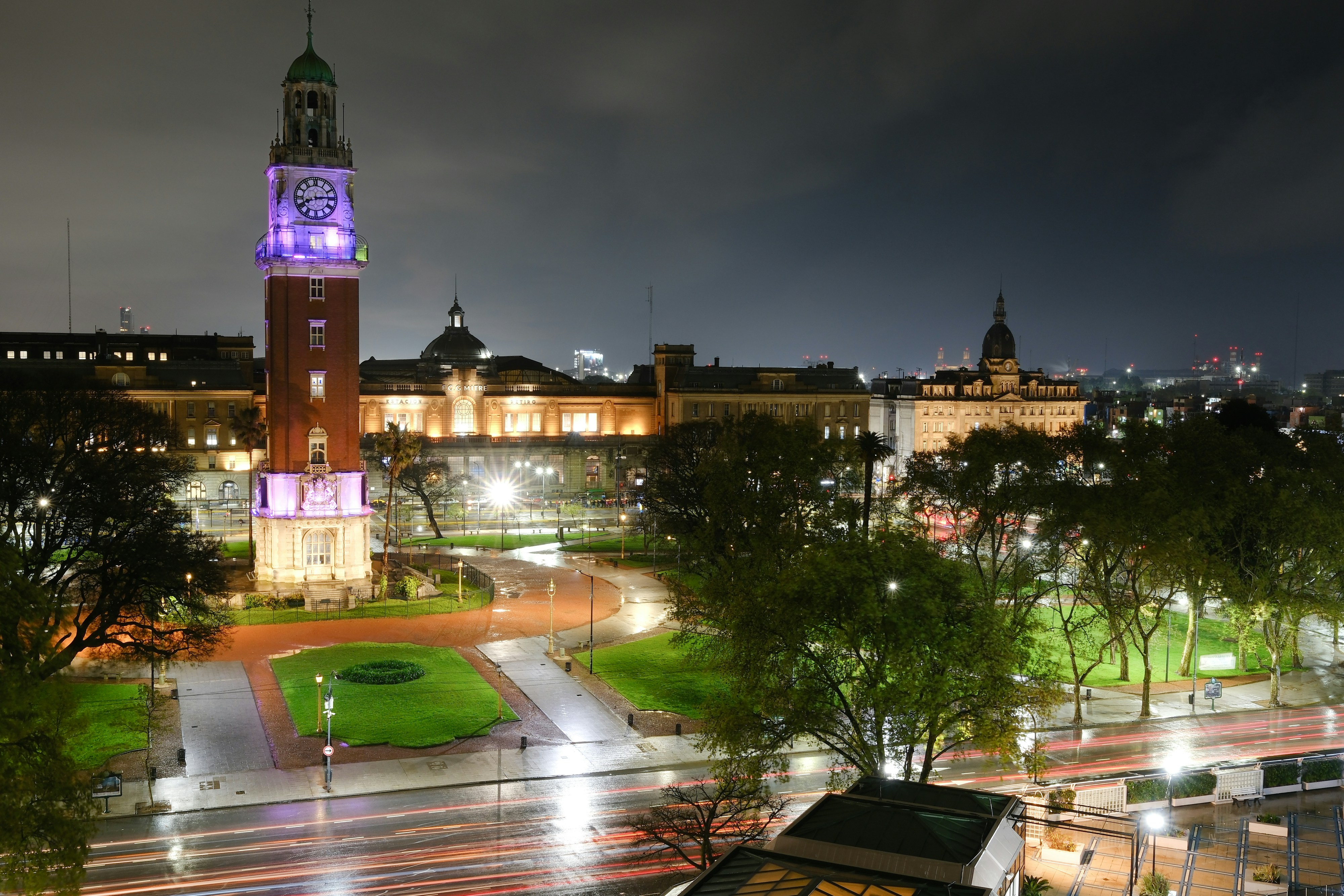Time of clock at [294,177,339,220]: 8:14
